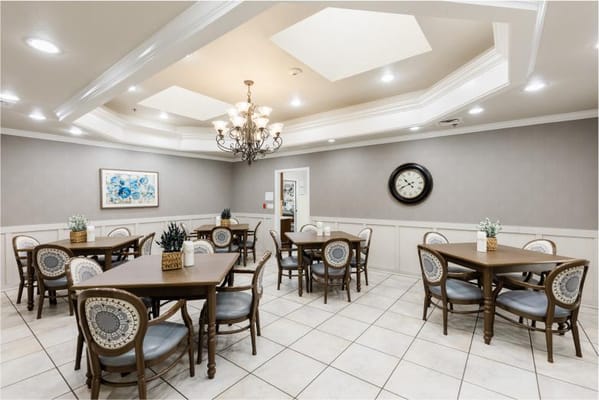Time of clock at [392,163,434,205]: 10:41
